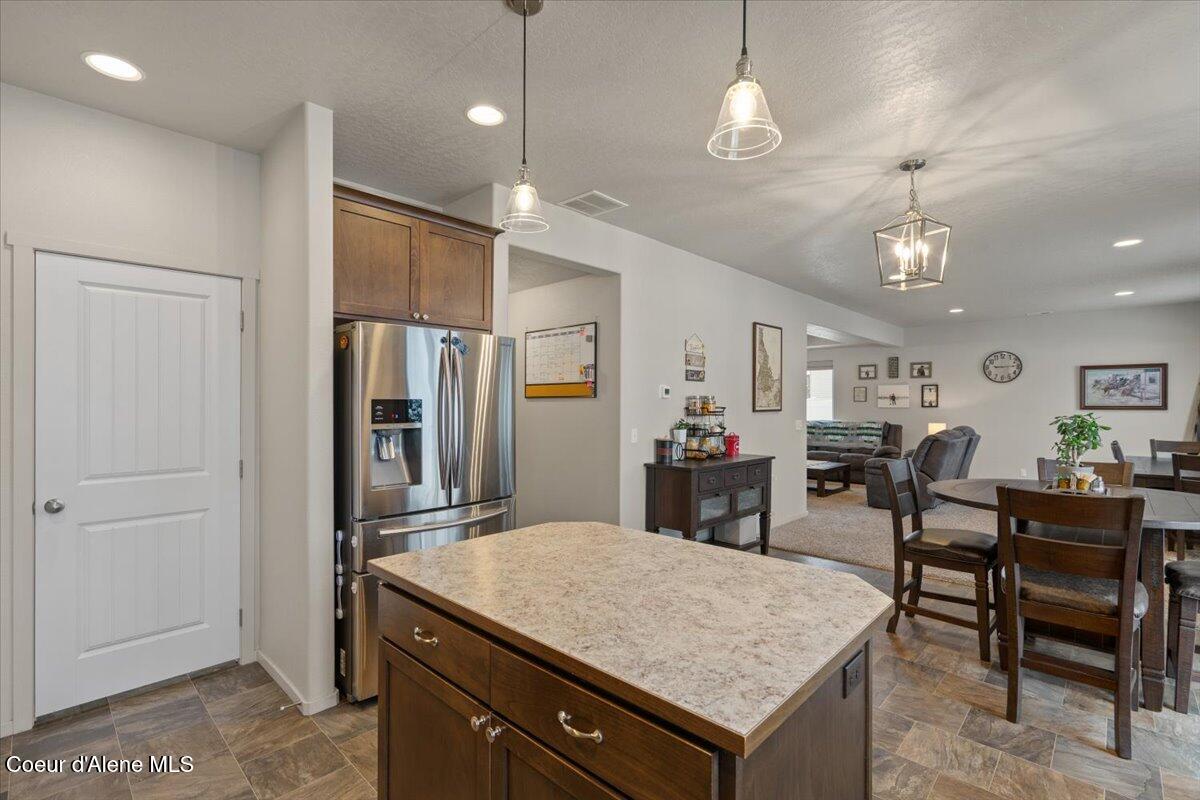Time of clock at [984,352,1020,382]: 9:14
